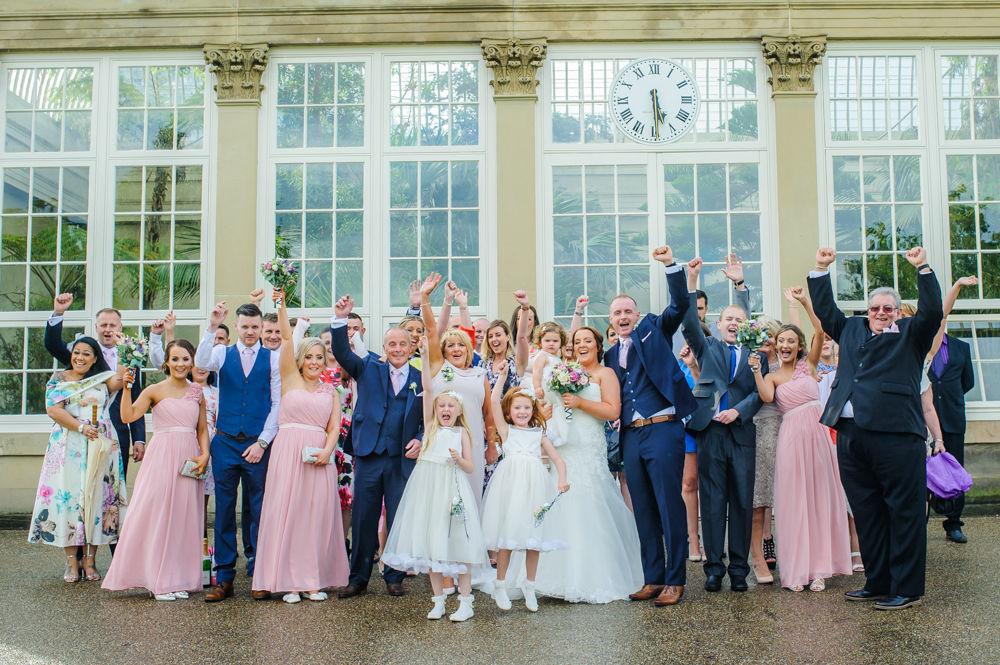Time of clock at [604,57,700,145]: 5:29
